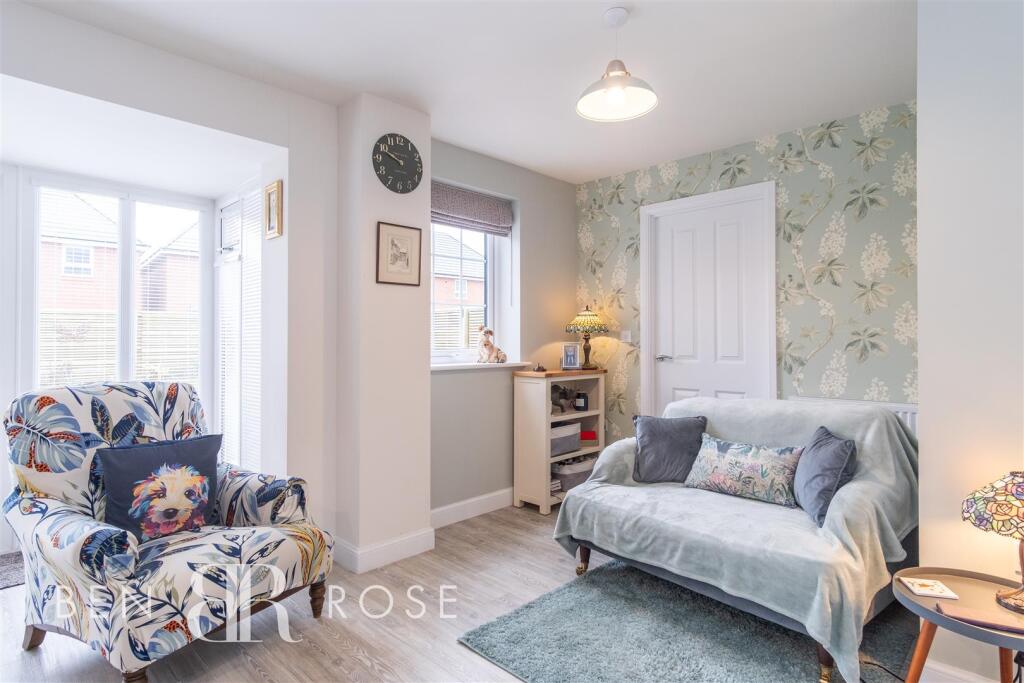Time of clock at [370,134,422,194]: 9:48
